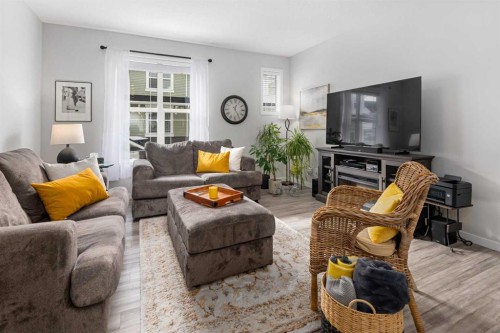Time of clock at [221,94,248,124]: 12:24
